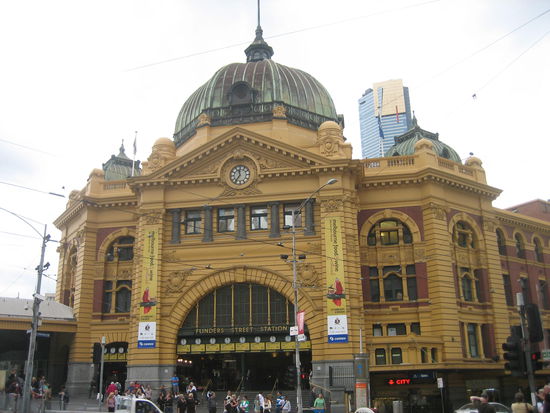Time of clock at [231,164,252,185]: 11:36
